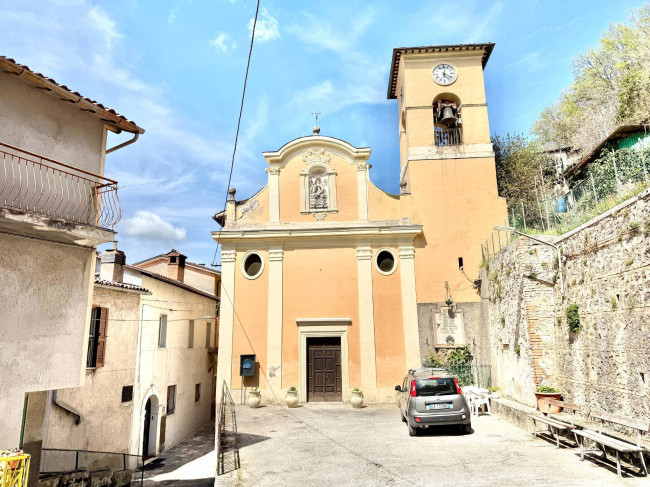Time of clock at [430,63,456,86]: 4:01
